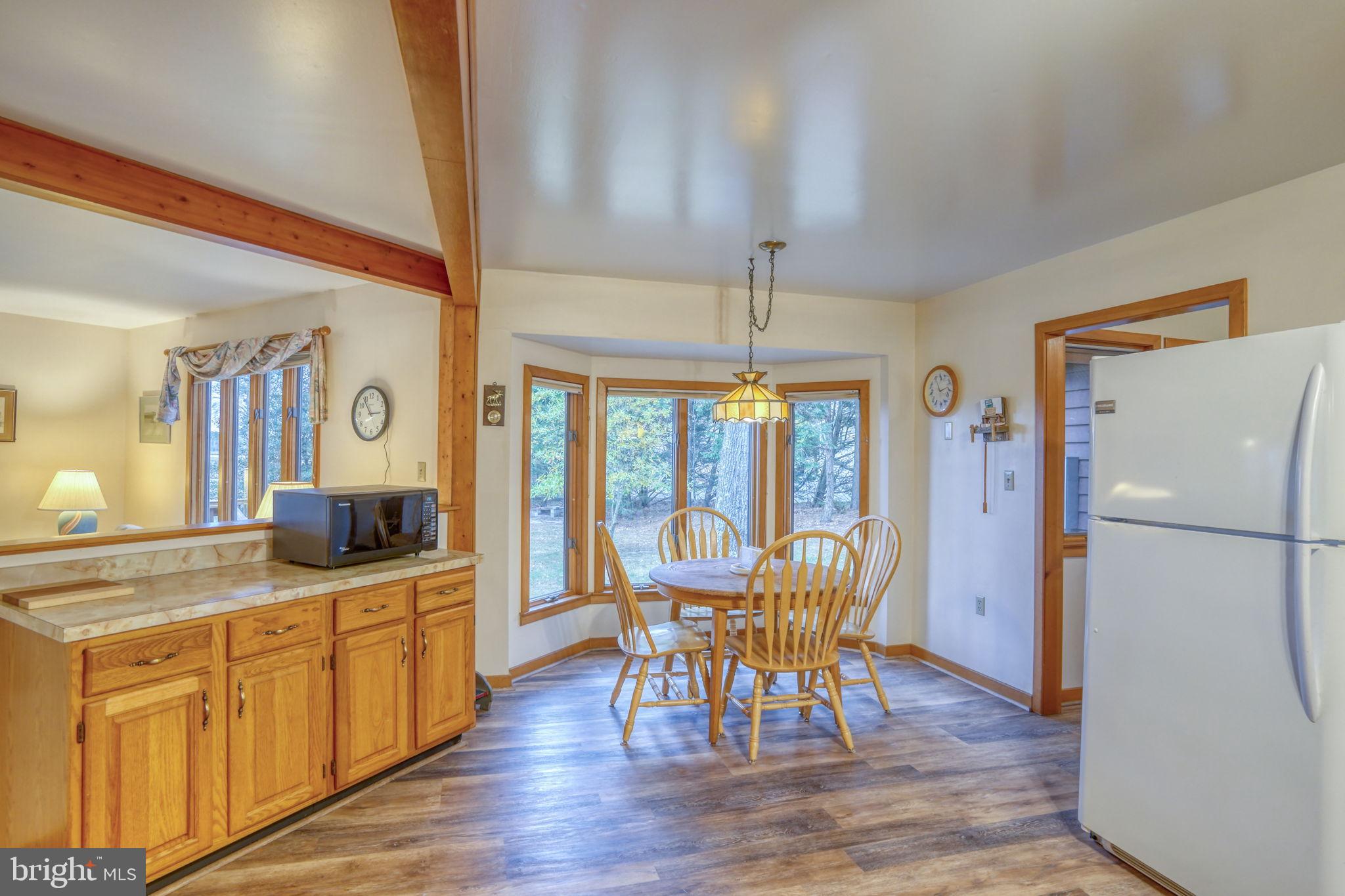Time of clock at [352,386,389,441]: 2:53
